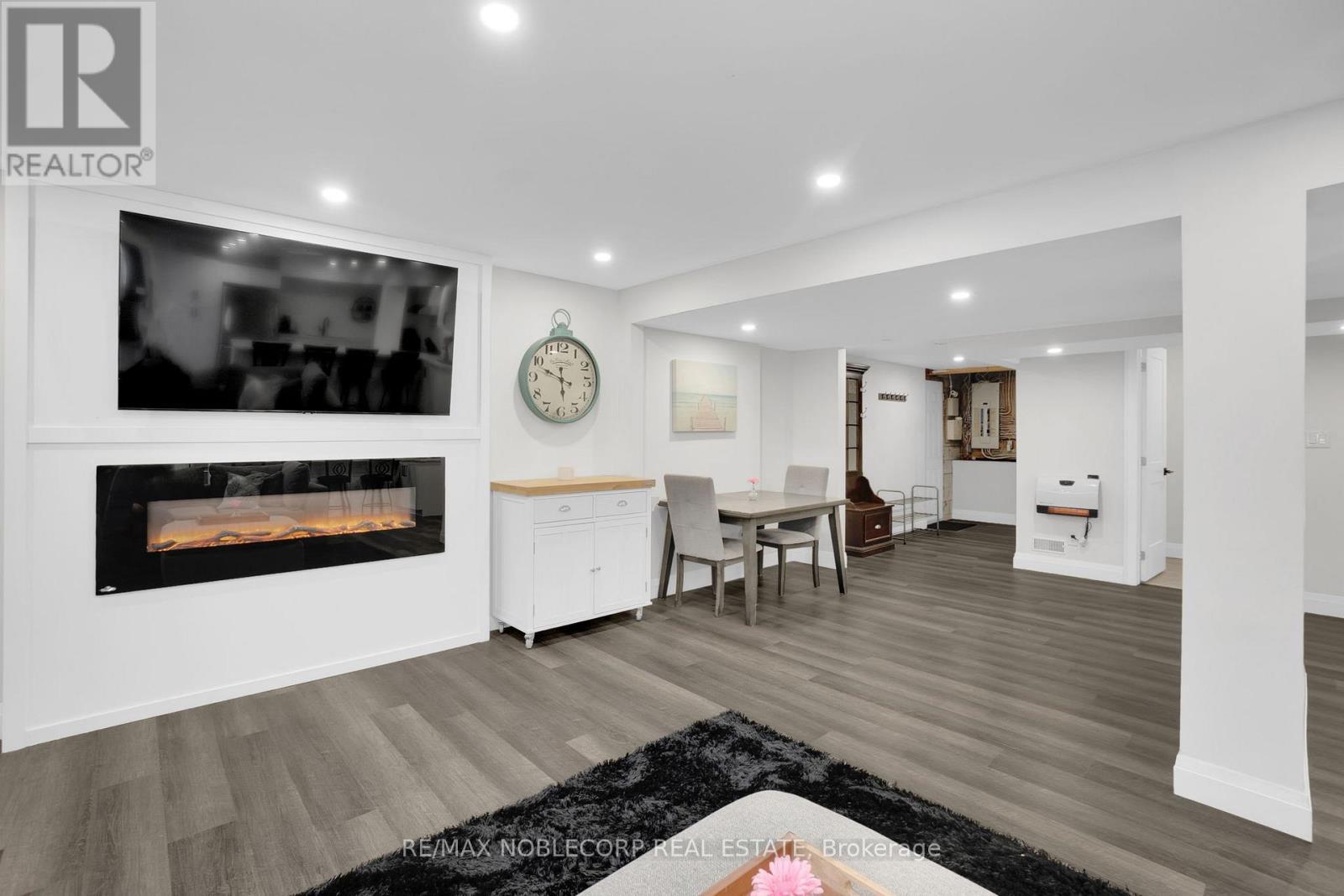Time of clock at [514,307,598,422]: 5:48
